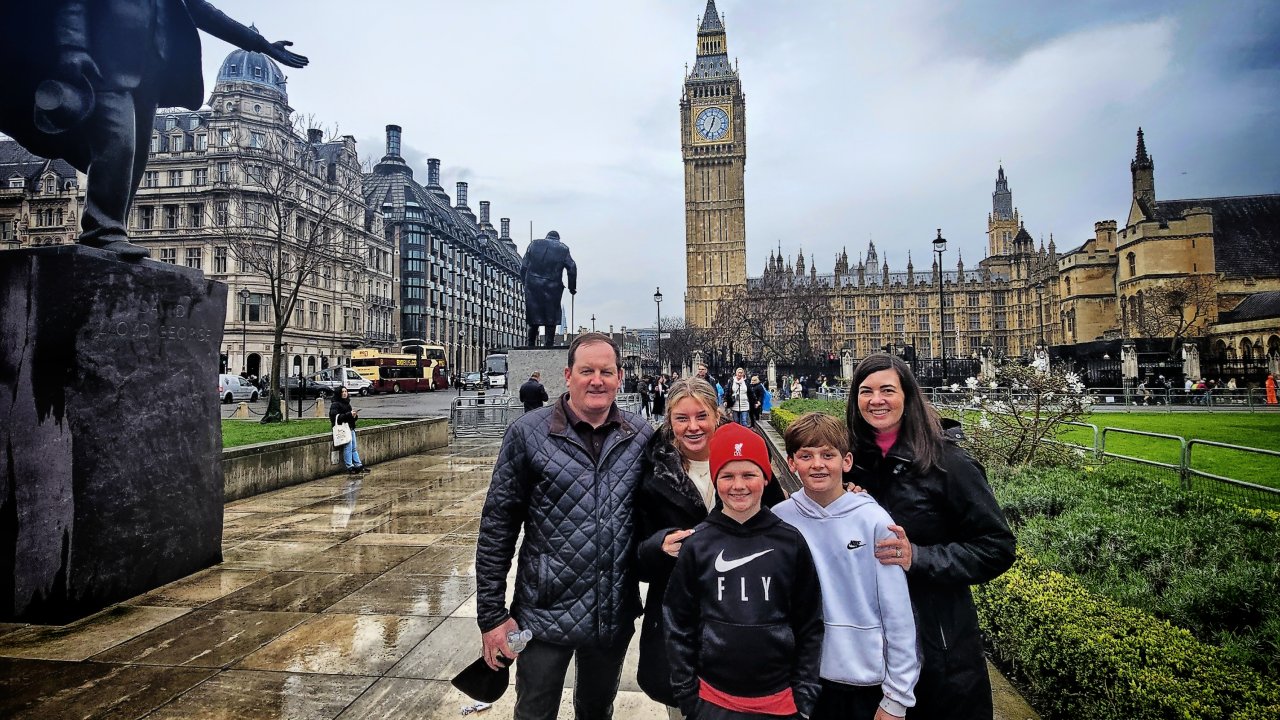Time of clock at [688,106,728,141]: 12:34
